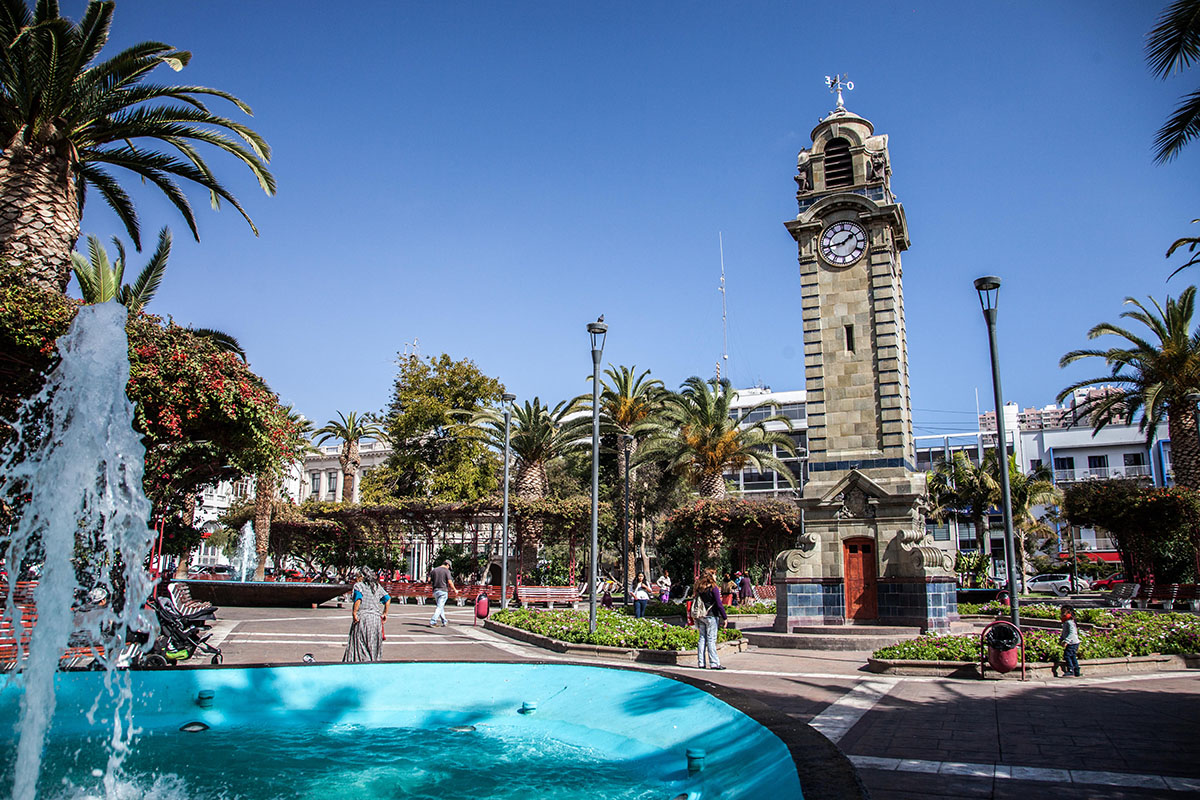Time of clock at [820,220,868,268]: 1:43
